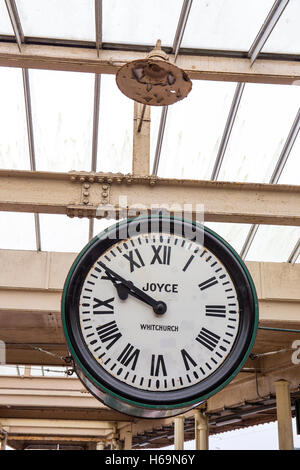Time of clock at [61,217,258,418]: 9:50
